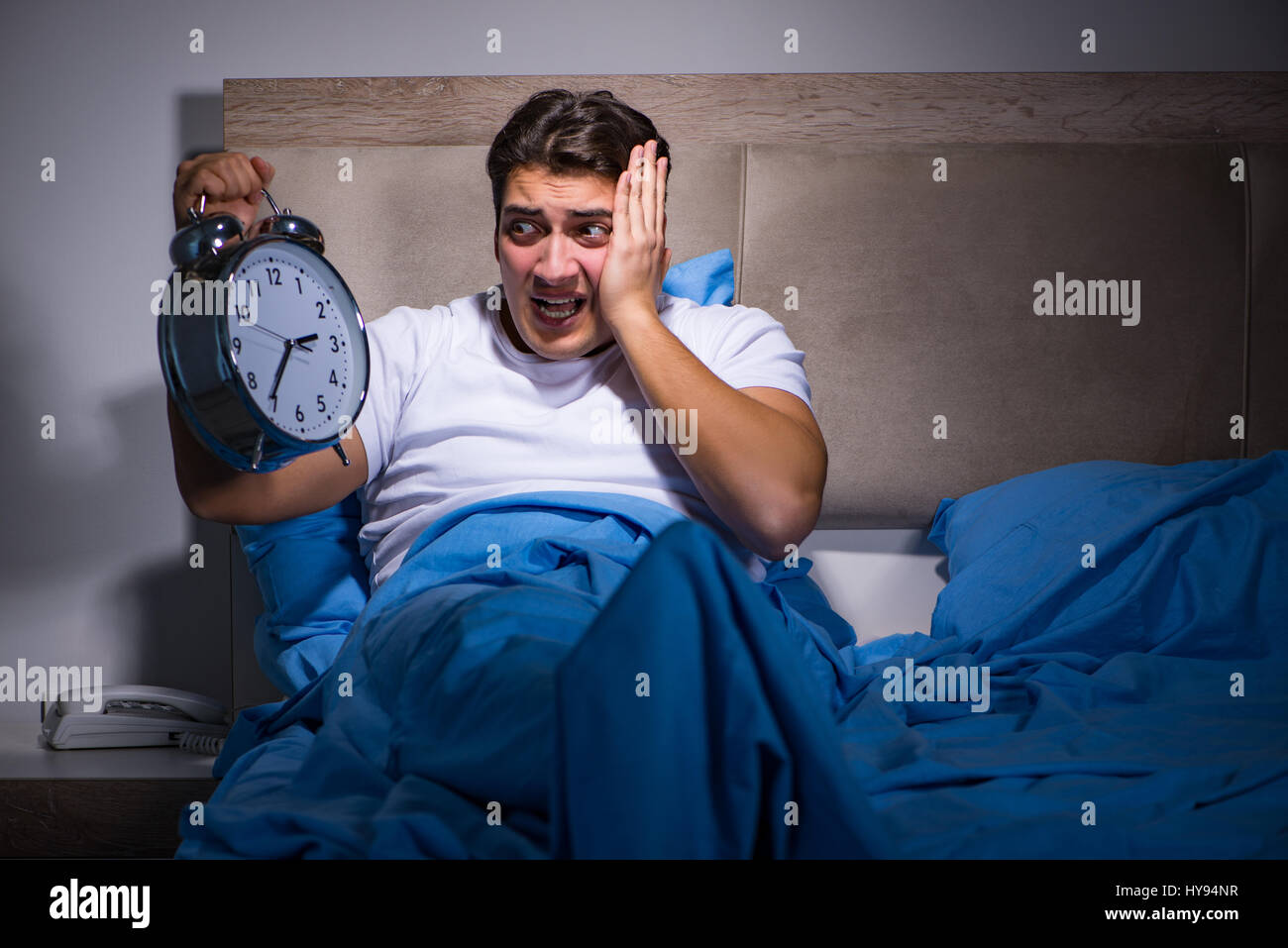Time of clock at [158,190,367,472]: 2:35
